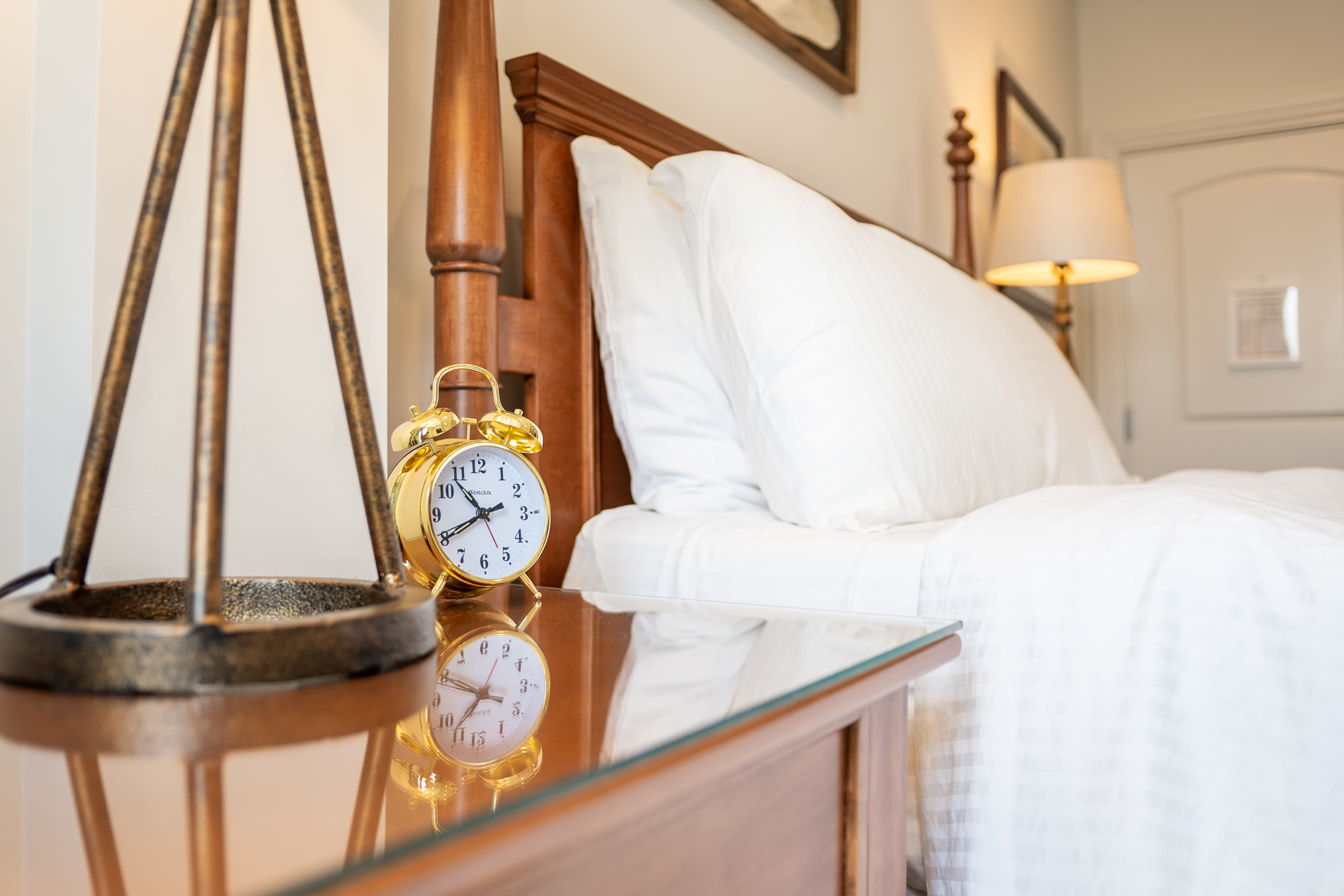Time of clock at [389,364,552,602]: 10:40
